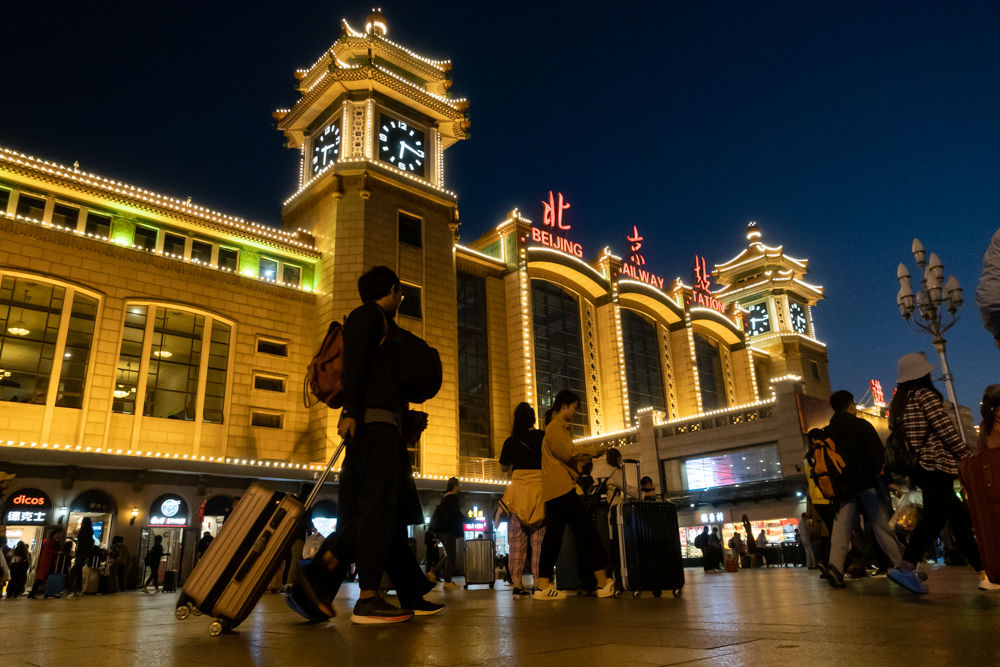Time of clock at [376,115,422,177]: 6:16
